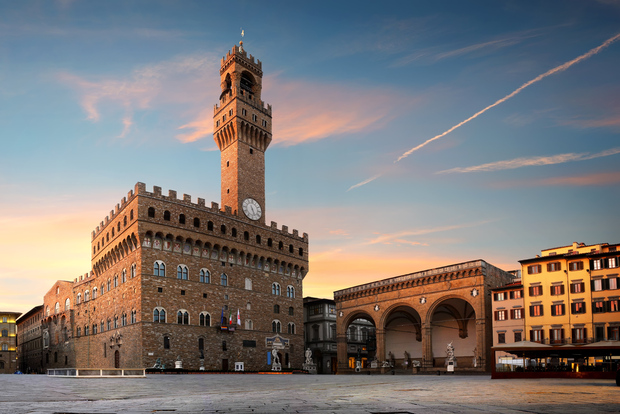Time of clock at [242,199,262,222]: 5:26
